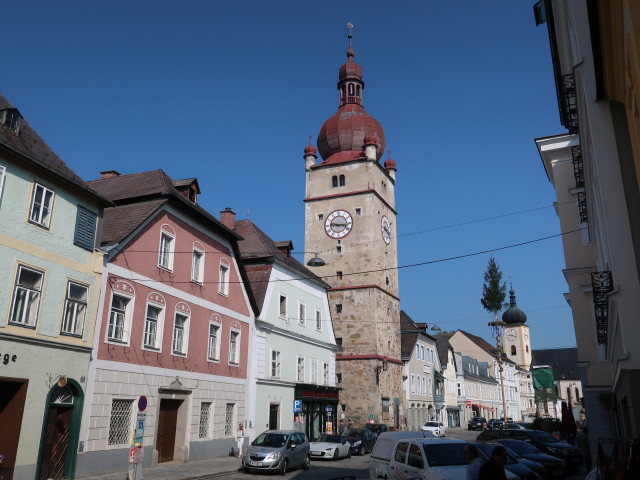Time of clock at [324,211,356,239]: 9:16
